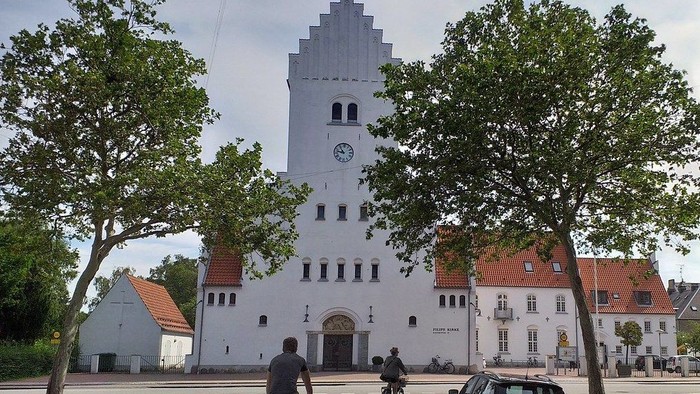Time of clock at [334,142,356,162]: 10:47
